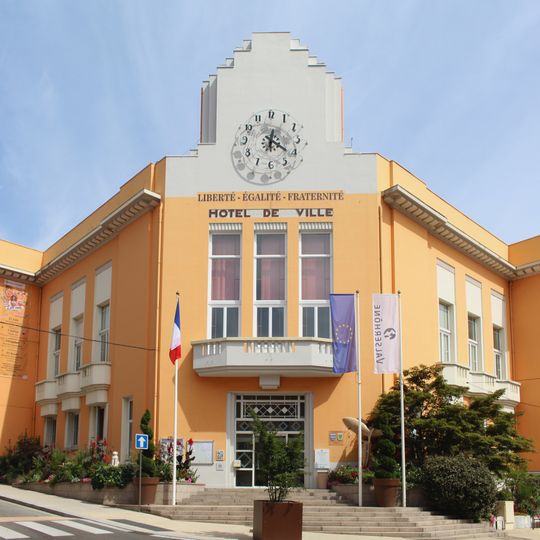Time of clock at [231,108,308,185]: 12:20
